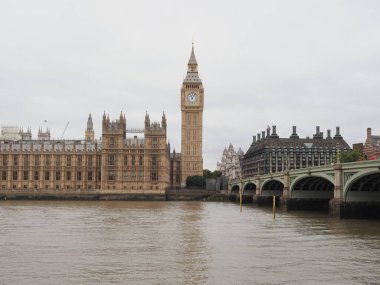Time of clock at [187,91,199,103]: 11:05
